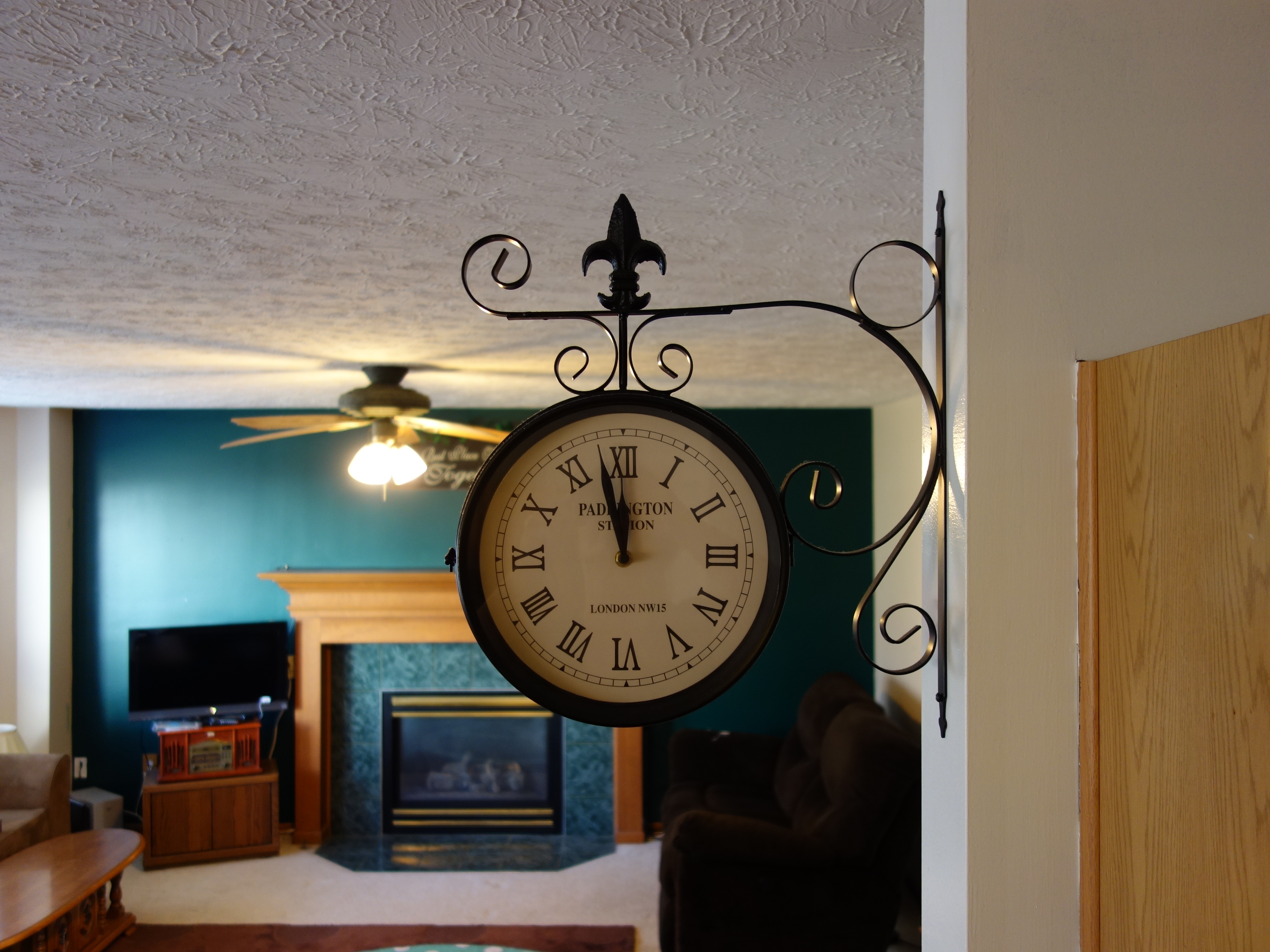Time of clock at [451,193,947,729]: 11:57
